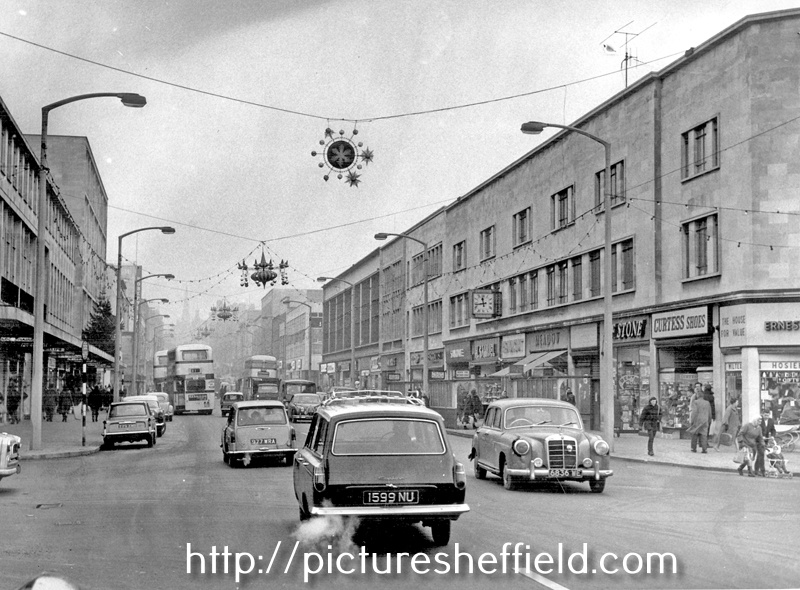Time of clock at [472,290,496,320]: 11:43
